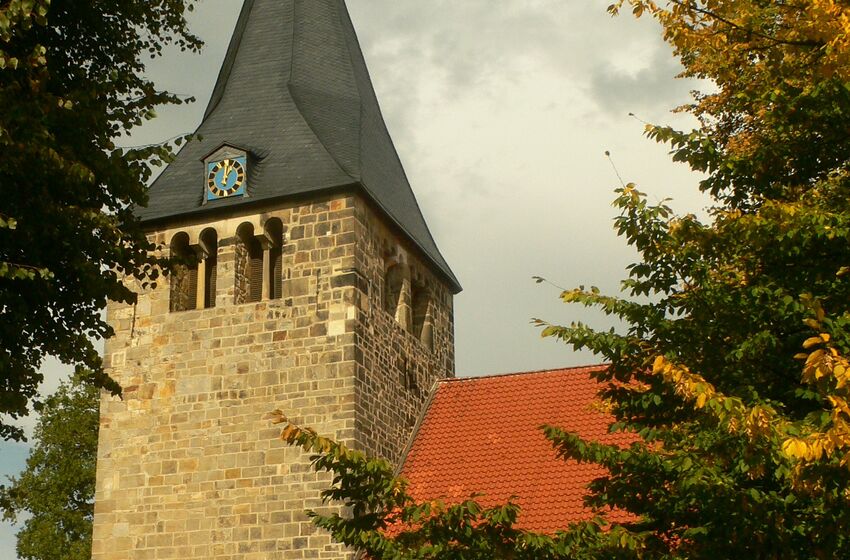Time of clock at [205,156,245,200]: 1:01
